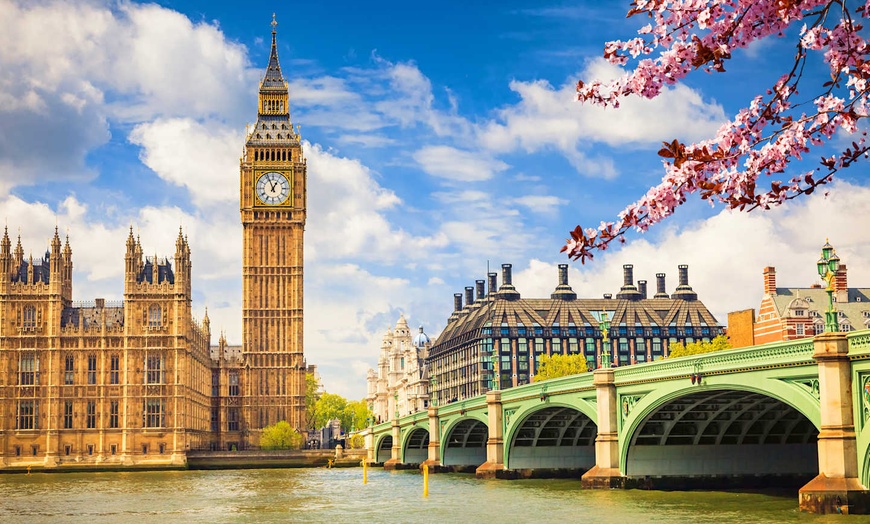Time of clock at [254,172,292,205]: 12:56
